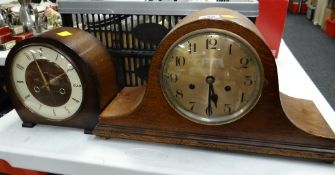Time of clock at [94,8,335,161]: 5:30
